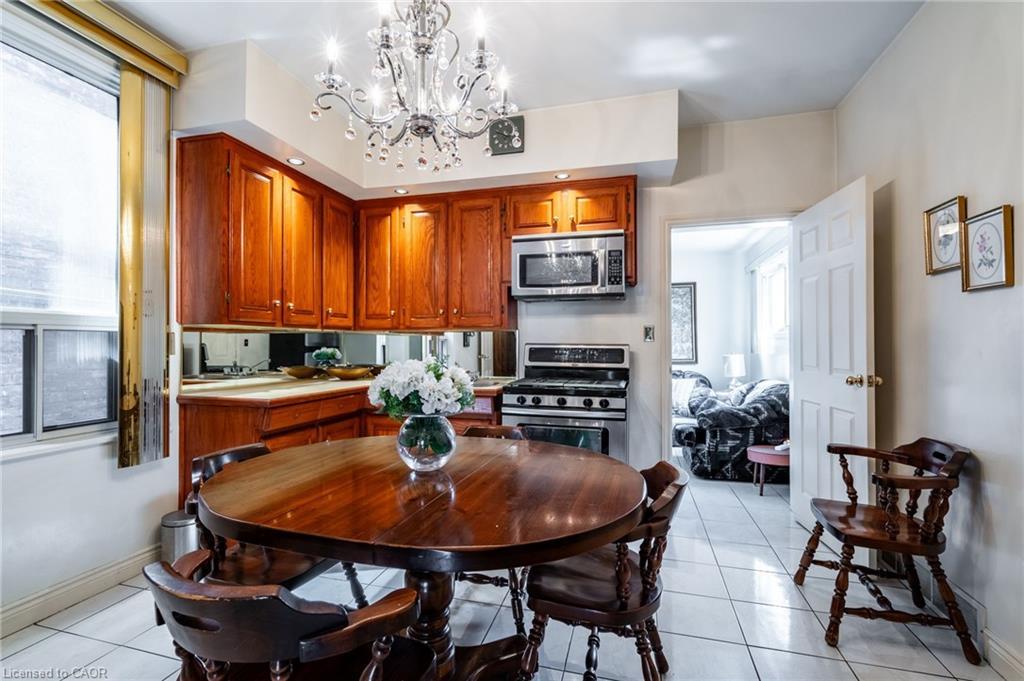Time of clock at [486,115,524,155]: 2:48
